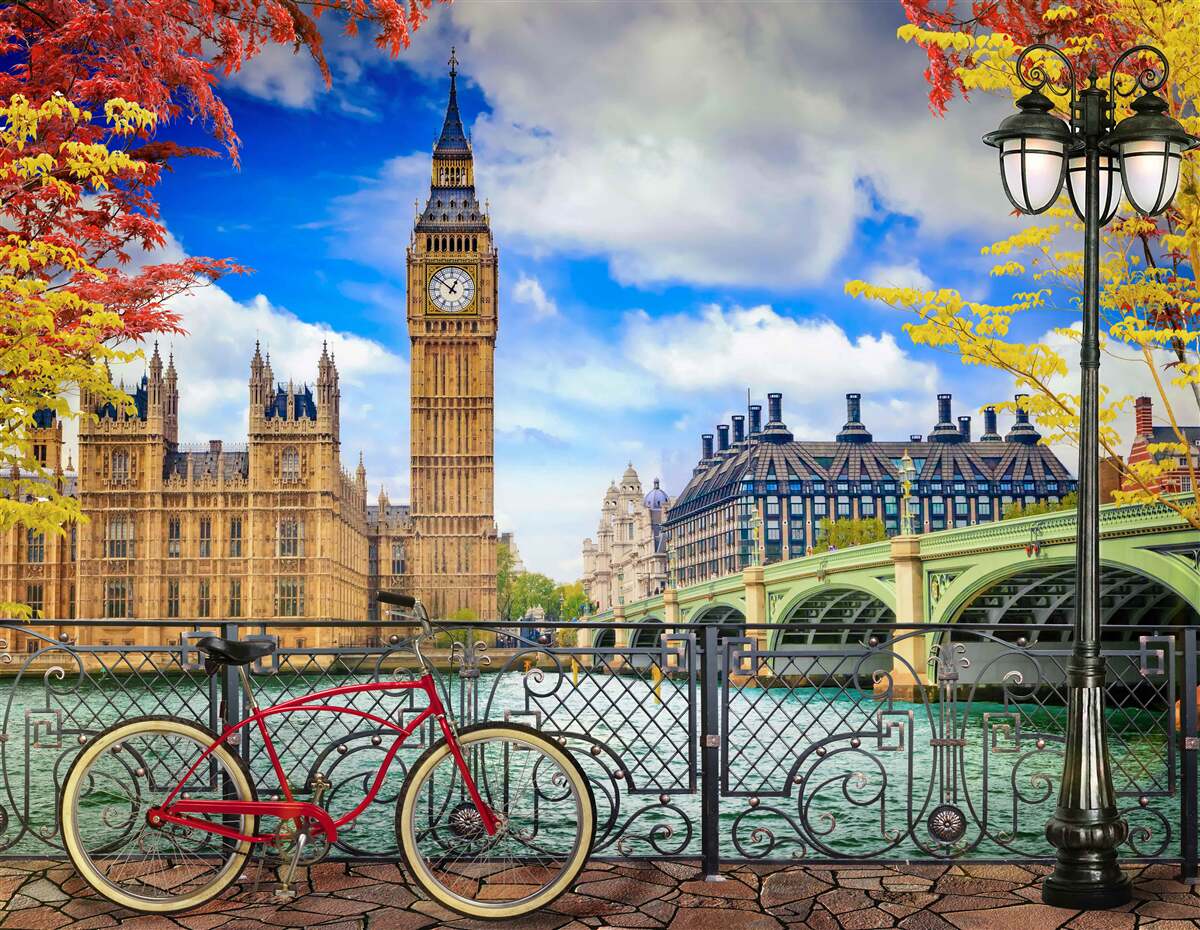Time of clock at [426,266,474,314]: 12:51
